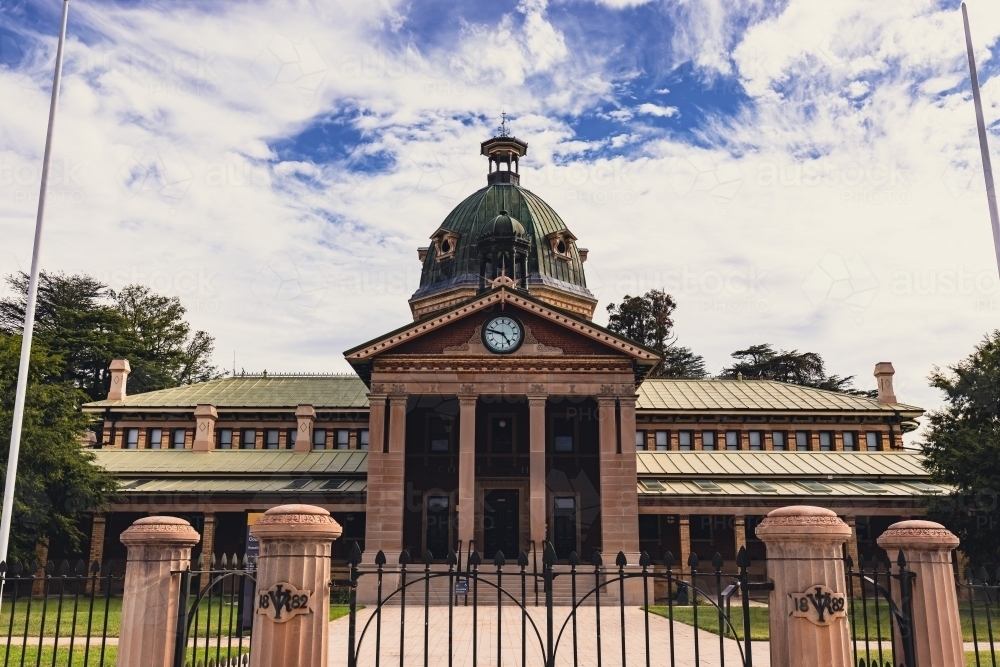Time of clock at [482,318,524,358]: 4:47
